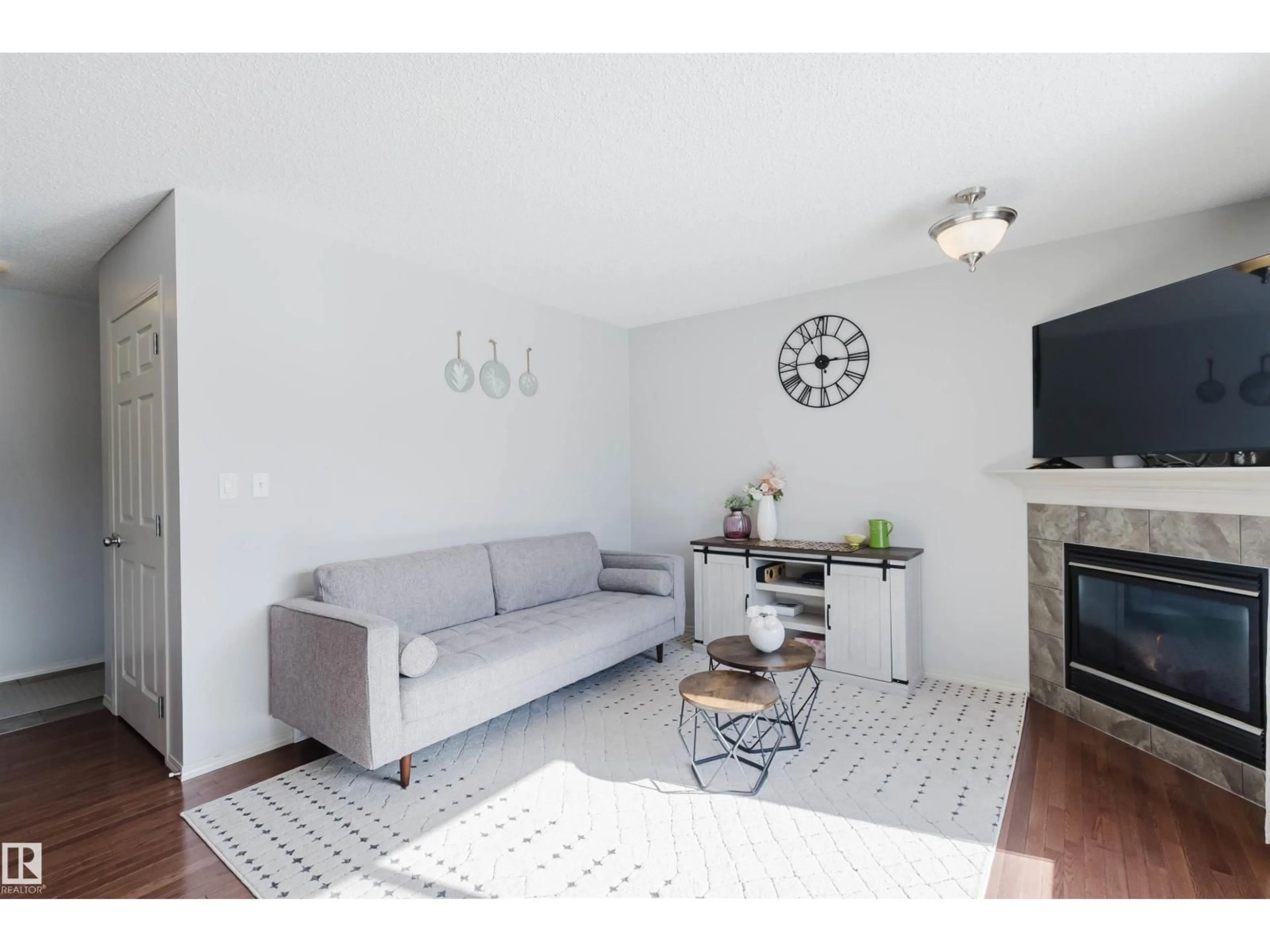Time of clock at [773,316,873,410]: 2:59
